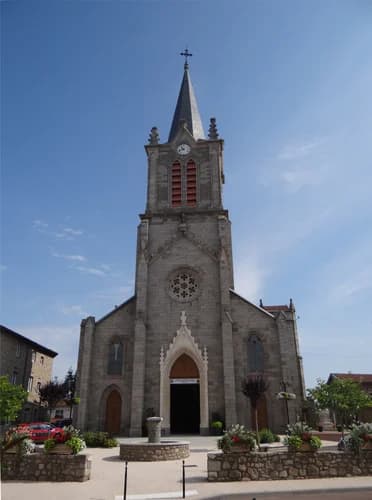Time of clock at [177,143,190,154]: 10:42
